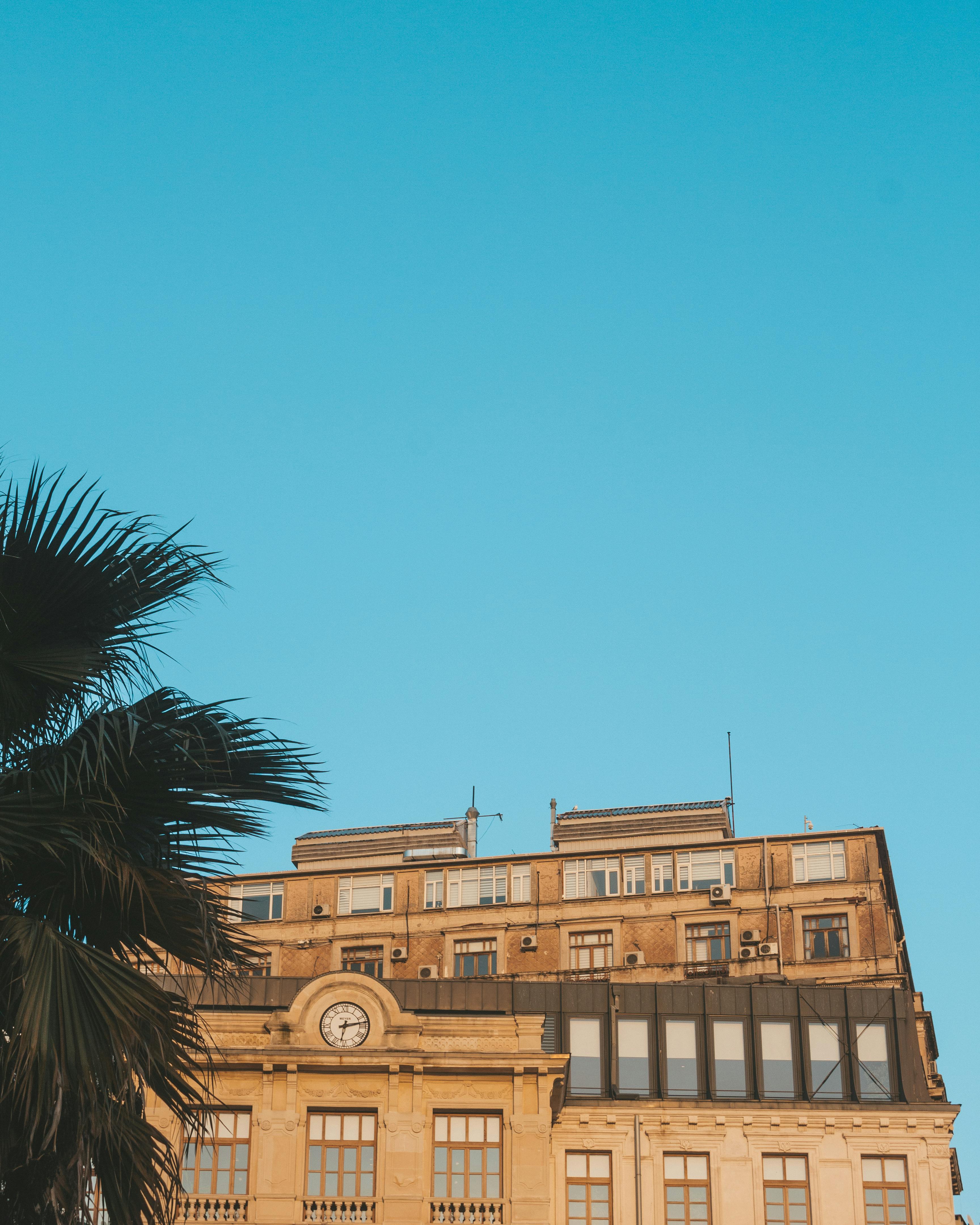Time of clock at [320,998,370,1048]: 6:13
